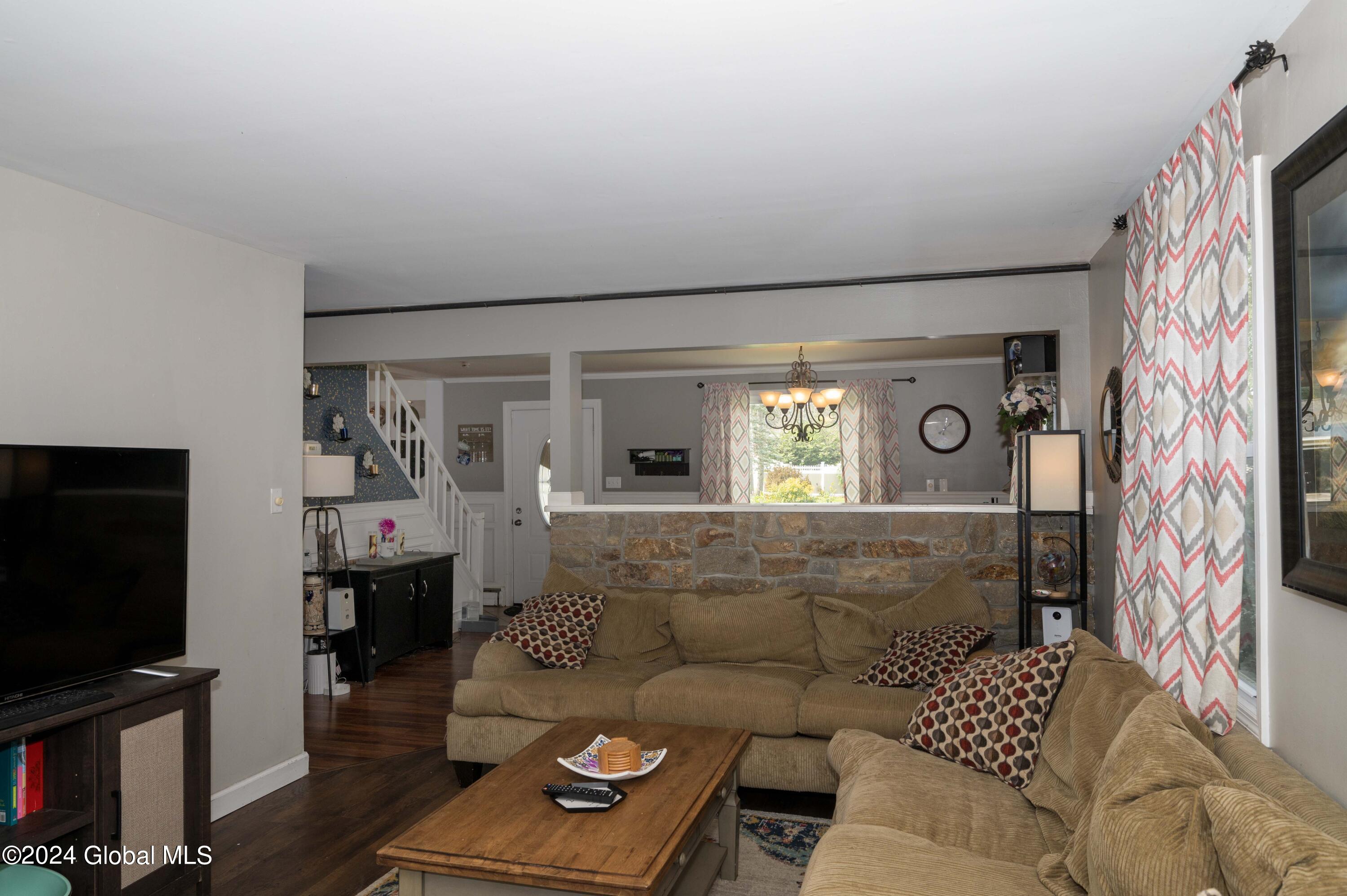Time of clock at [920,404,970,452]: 12:08
